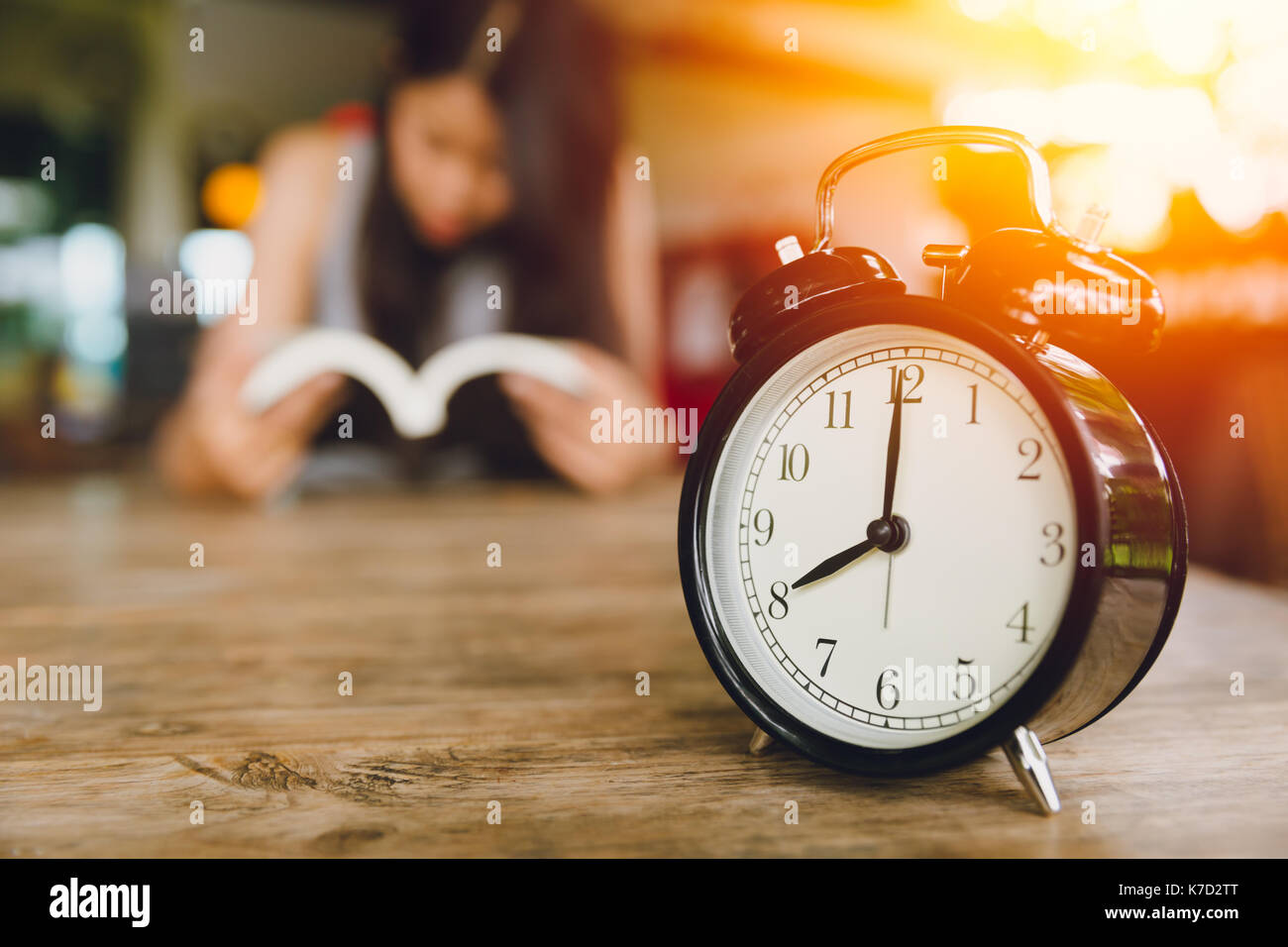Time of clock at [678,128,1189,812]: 8:00
